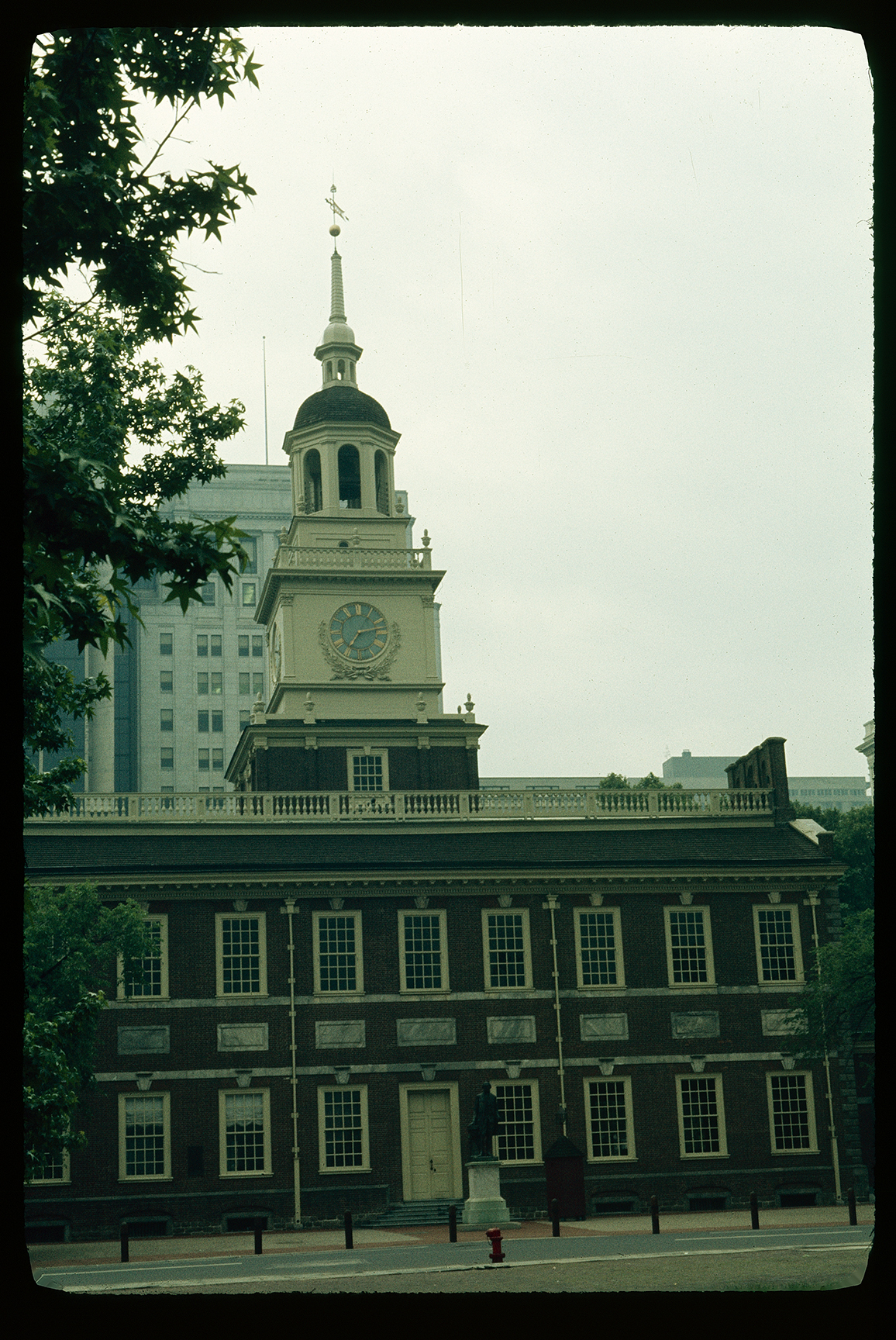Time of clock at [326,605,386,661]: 7:12
